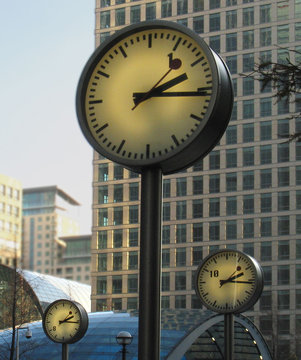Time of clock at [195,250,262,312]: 2:16
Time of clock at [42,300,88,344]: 2:16
